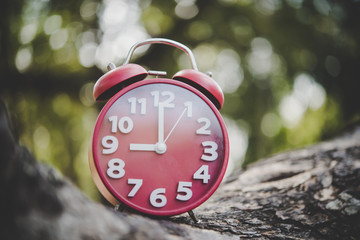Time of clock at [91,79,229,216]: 8:59
